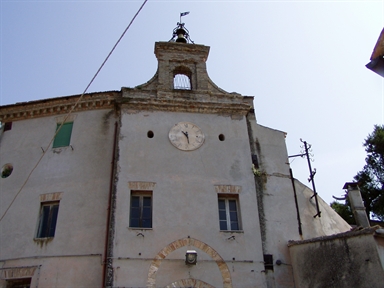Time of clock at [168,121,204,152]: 10:28
